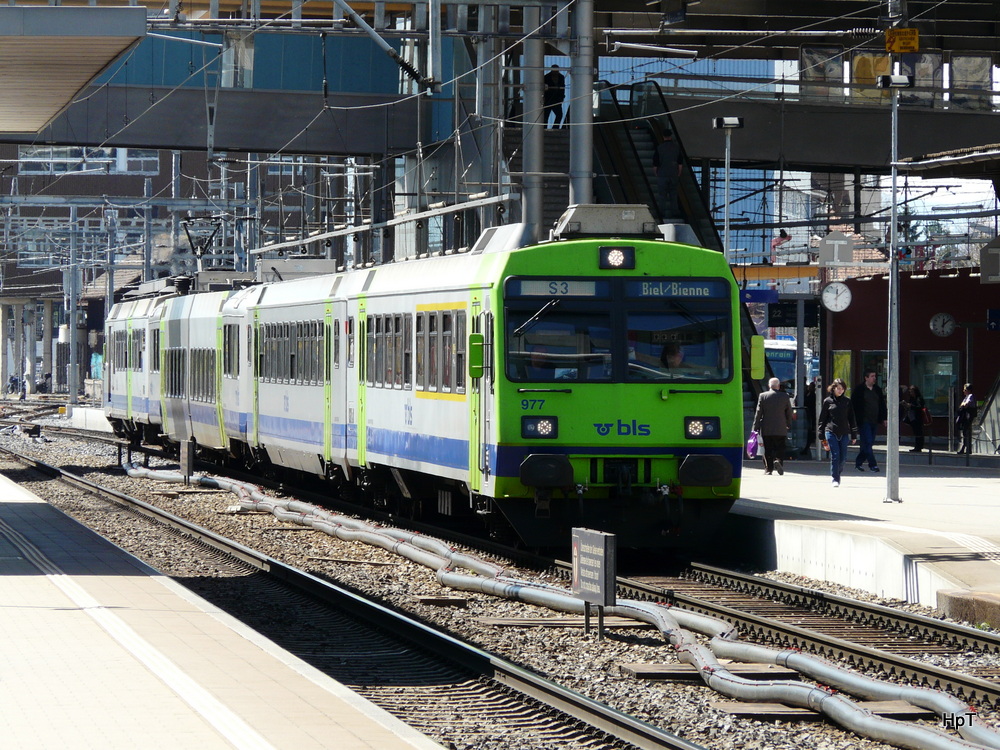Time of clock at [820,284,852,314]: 12:07
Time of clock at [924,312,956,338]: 12:07
